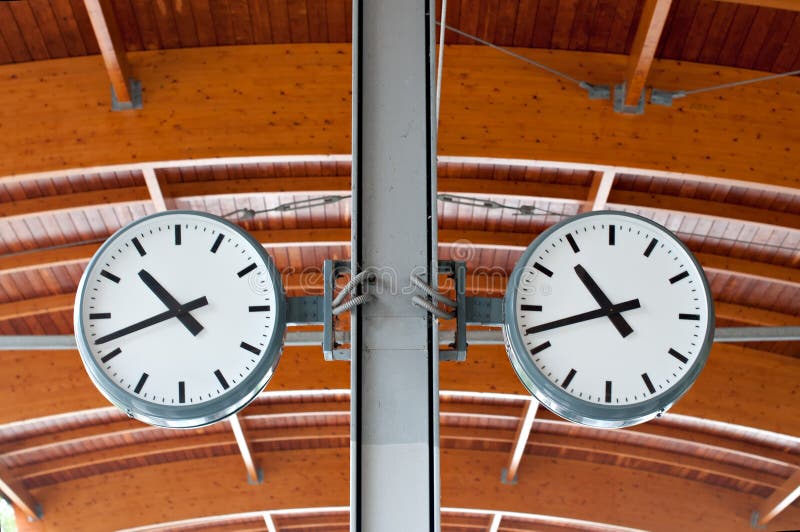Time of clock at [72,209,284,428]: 10:41
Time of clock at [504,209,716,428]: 10:42
